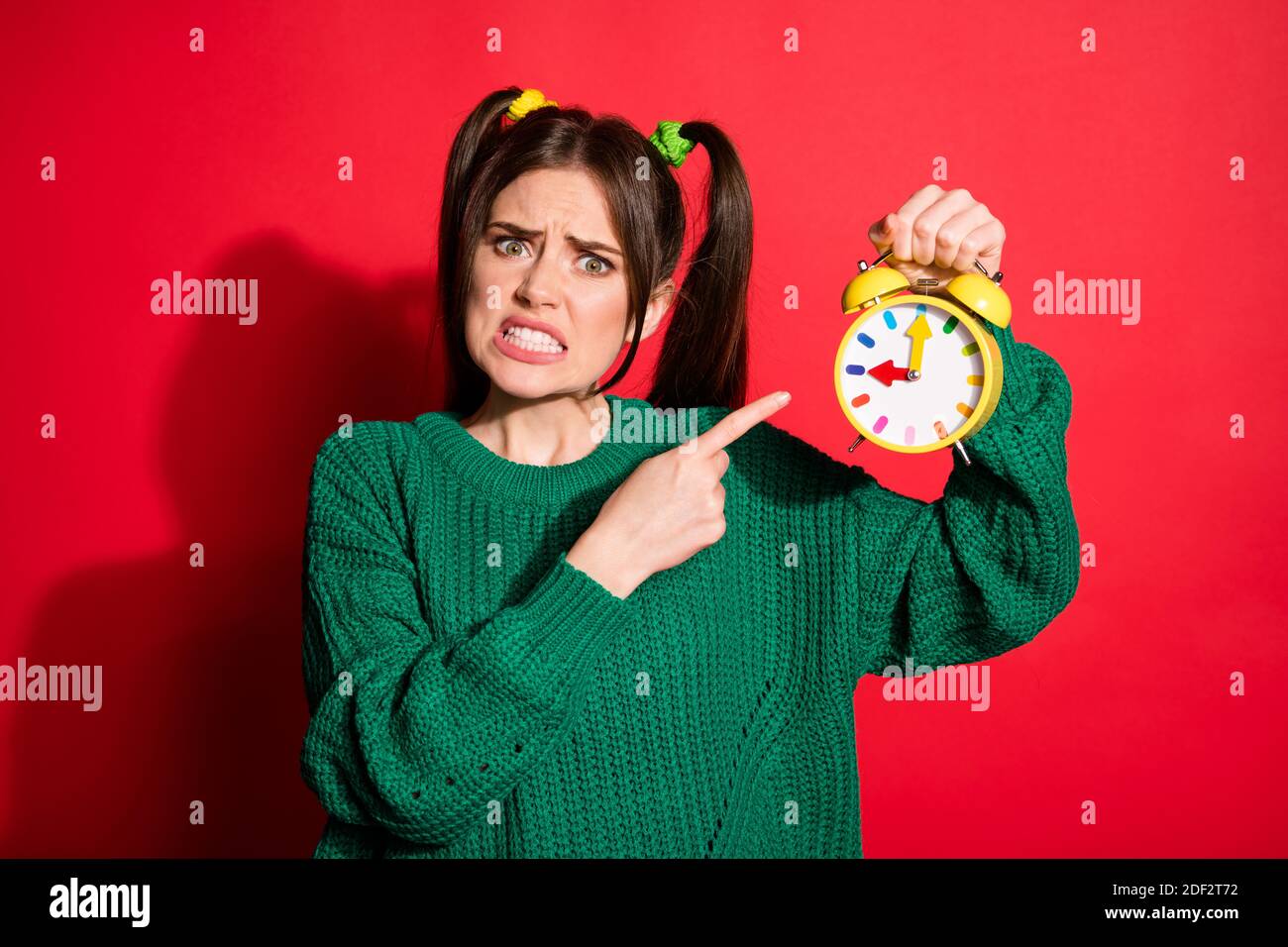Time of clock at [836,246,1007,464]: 9:01
